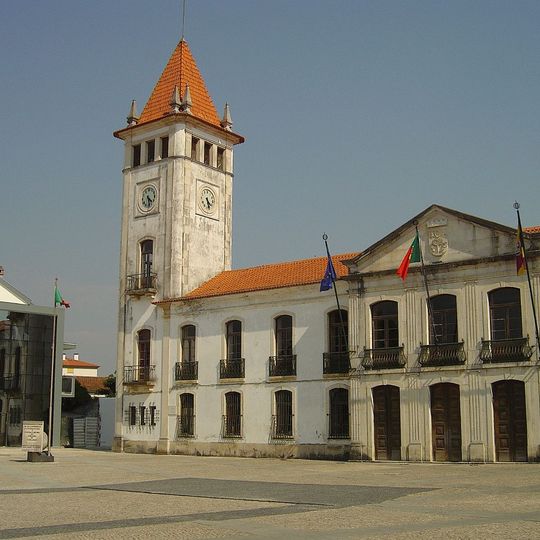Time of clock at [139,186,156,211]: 4:28
